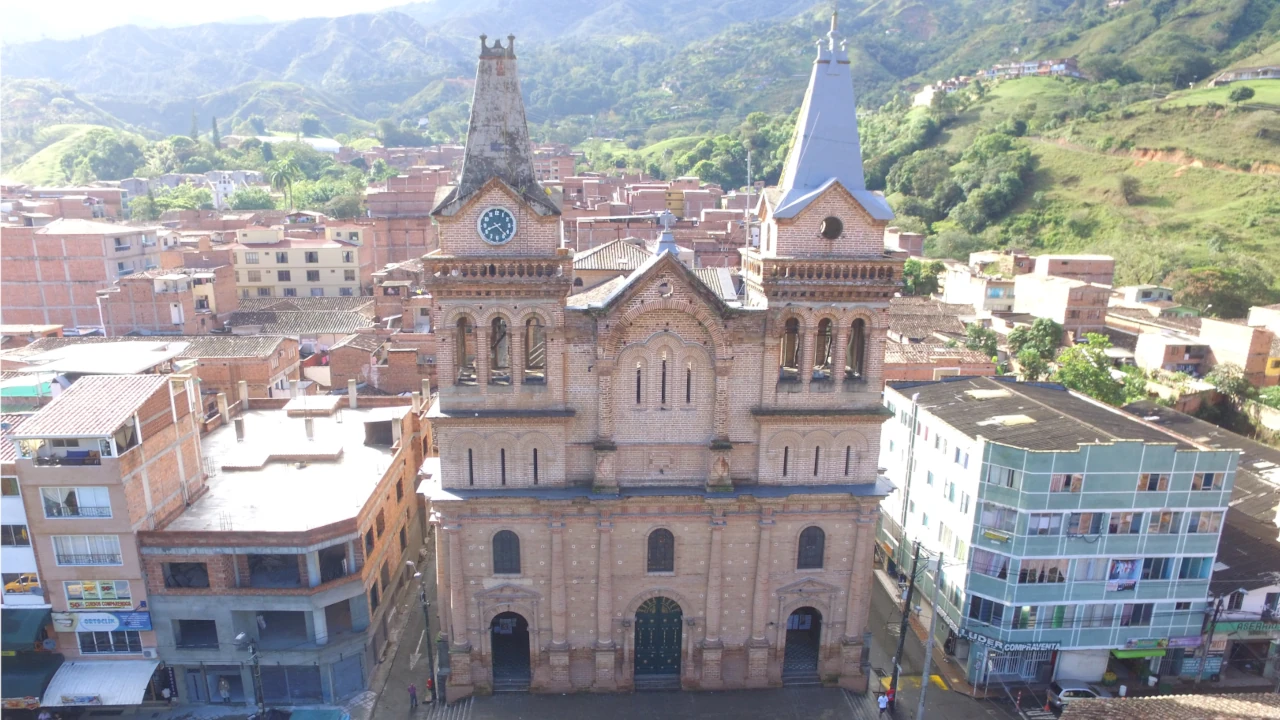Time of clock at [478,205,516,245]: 8:22
